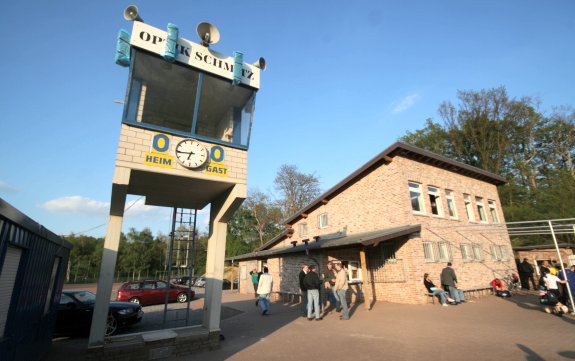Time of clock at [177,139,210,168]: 6:44
